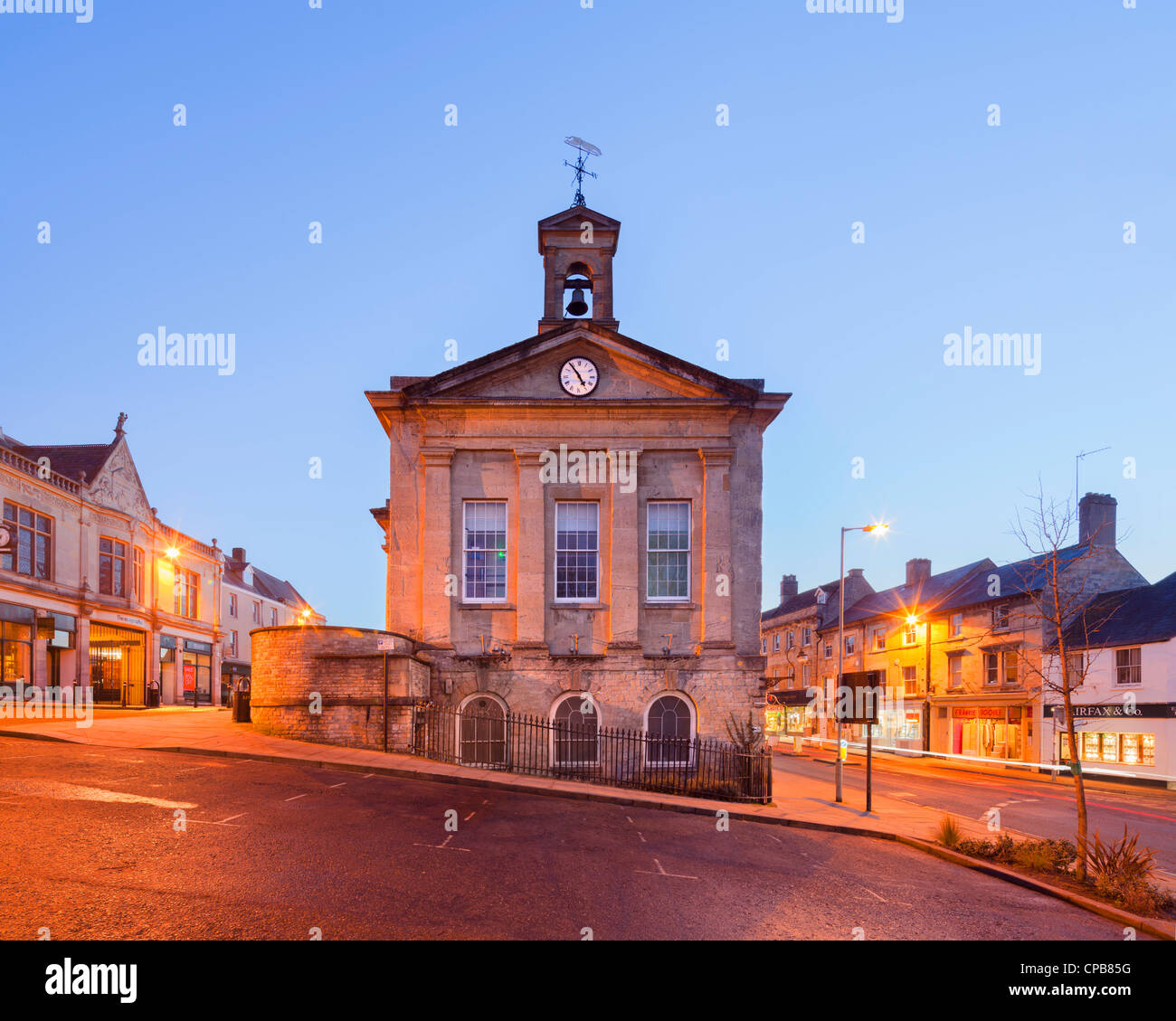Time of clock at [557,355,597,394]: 4:53
